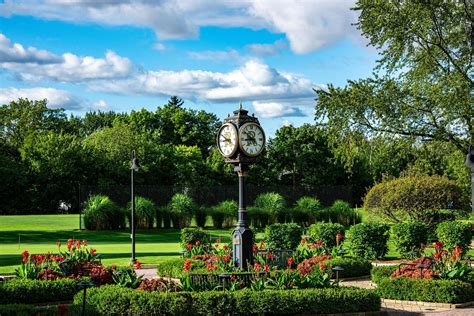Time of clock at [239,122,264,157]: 8:51
